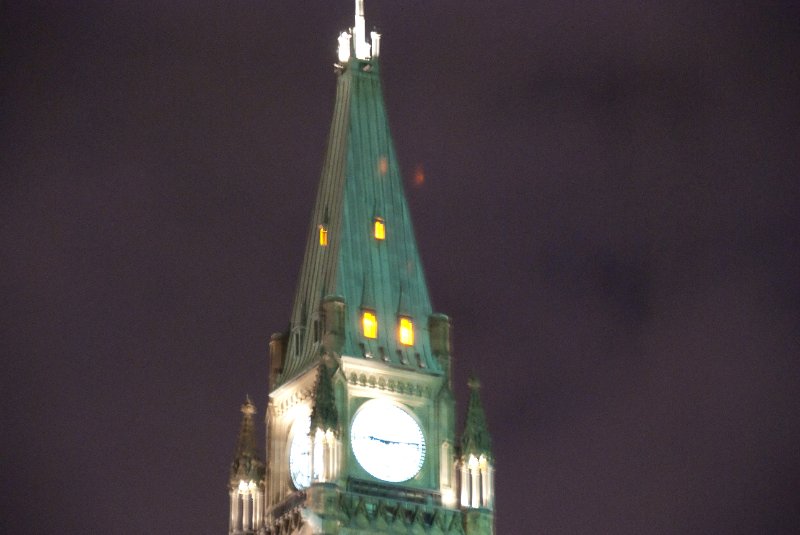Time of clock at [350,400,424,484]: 9:13
